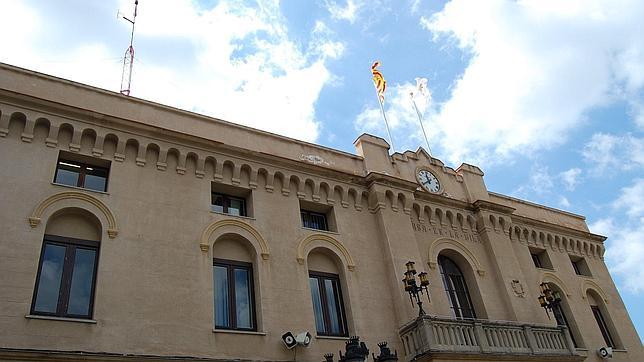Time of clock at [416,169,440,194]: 11:39
